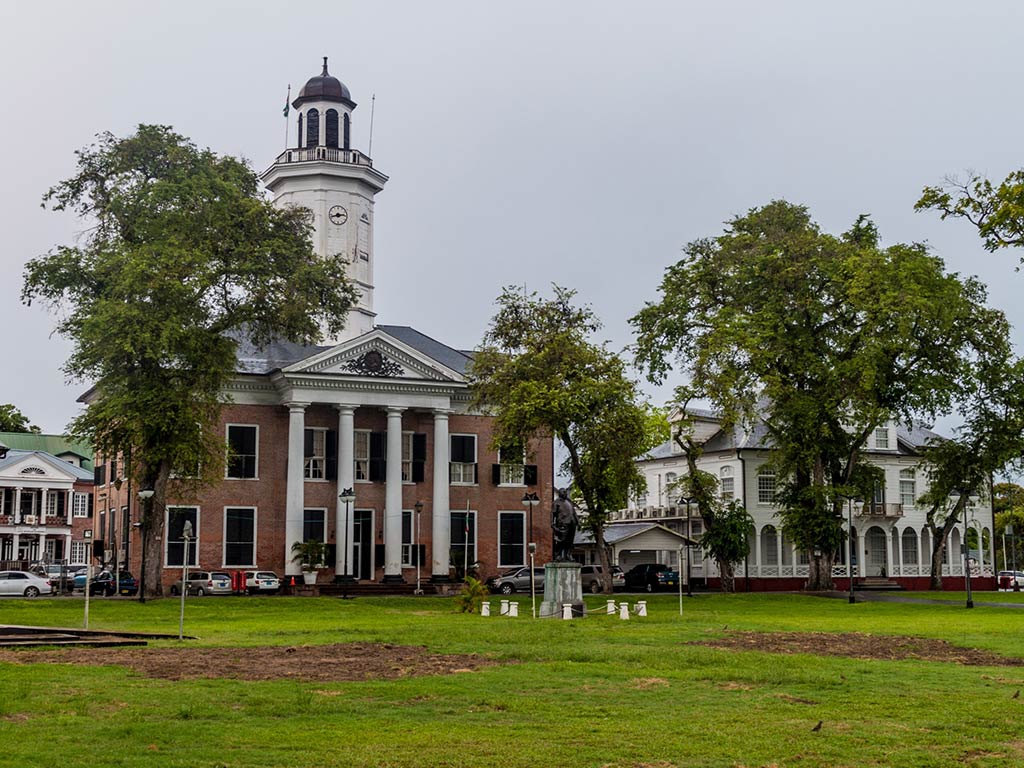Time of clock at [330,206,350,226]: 2:42
